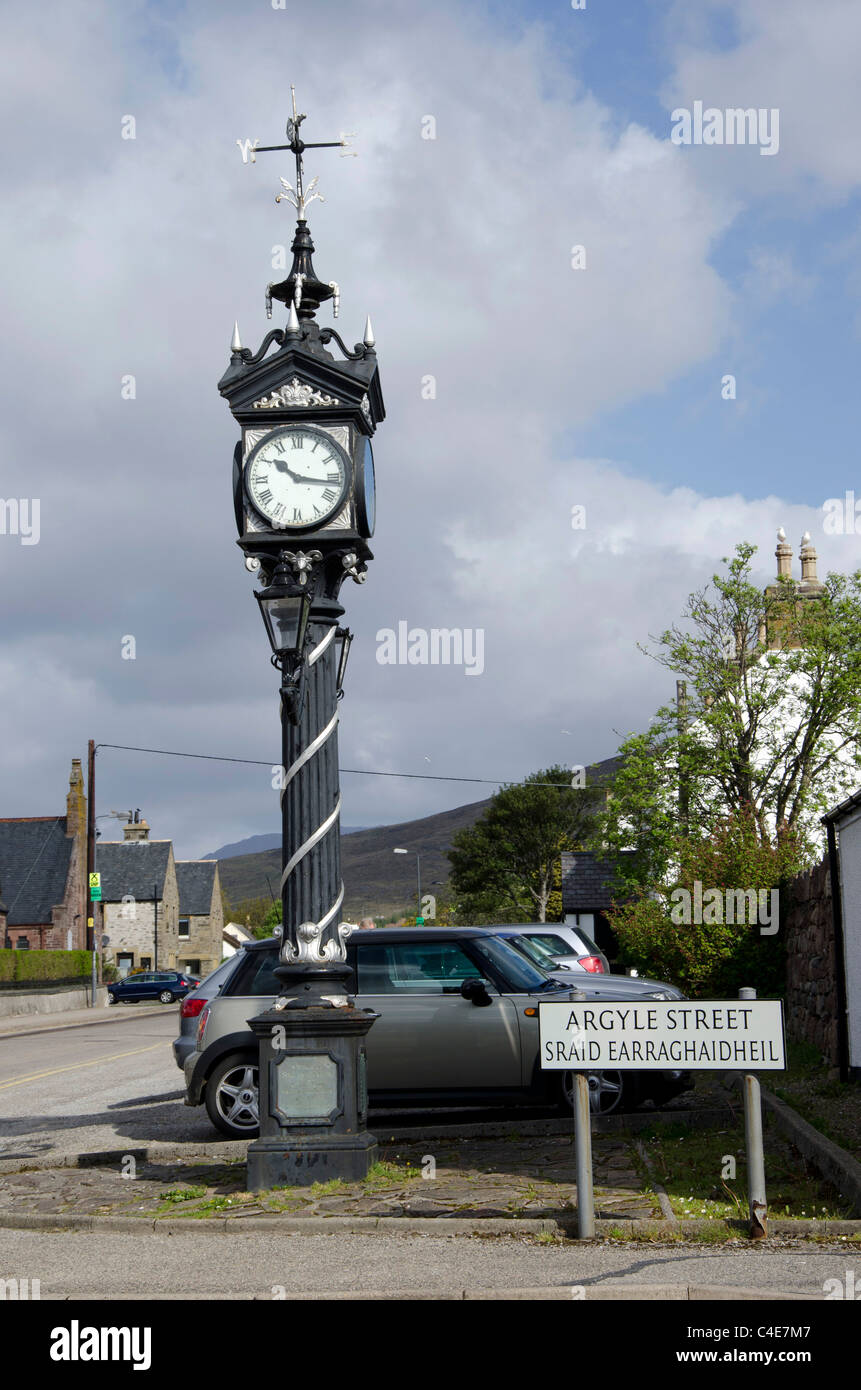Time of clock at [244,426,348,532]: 10:16
